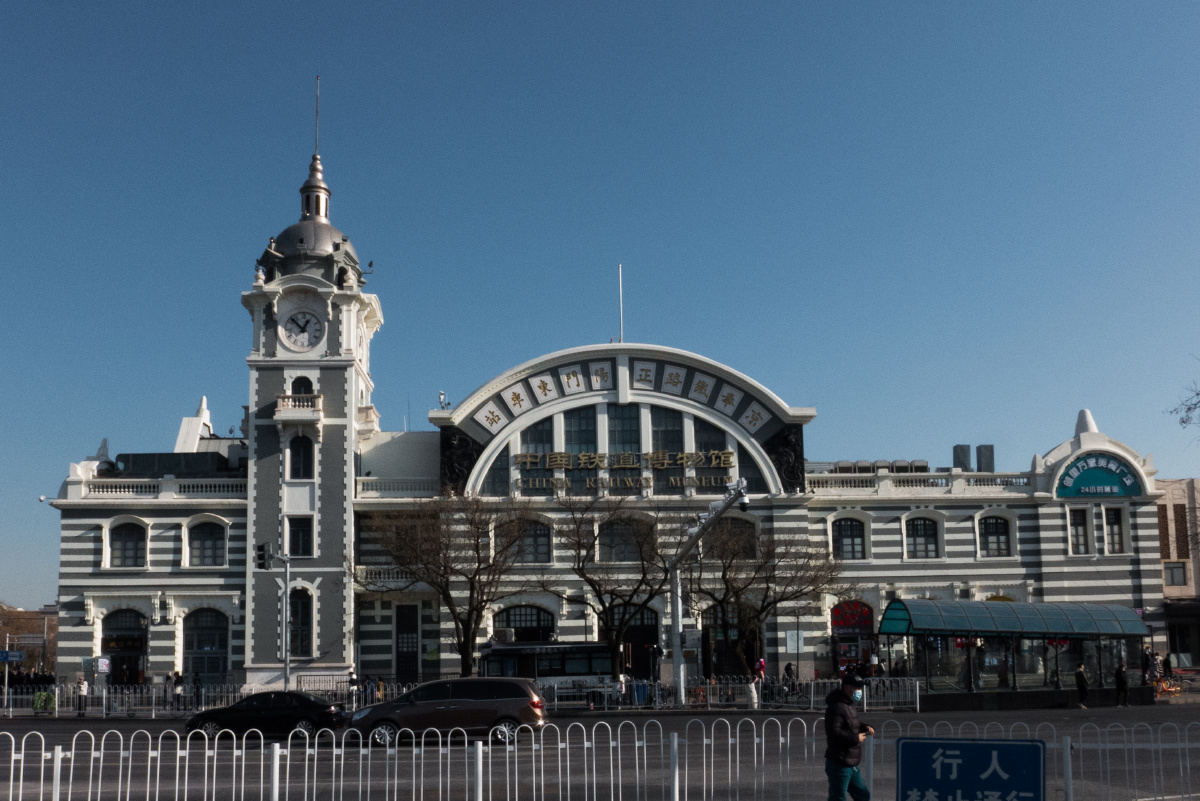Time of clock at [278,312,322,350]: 12:52
